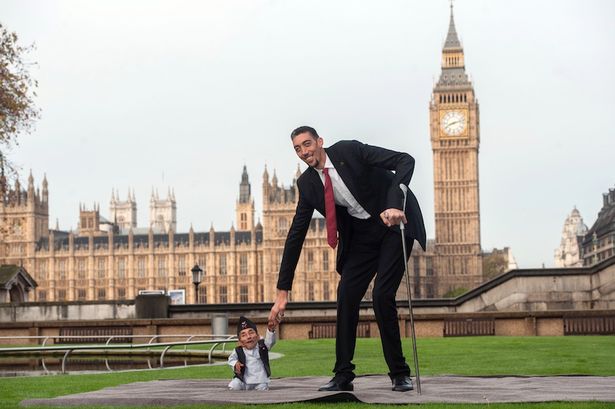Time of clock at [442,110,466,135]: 8:12
